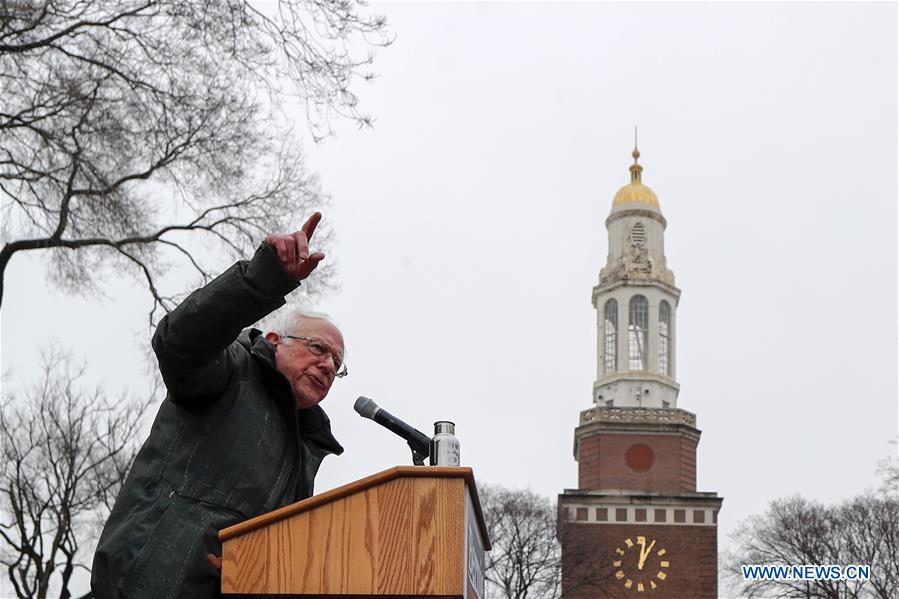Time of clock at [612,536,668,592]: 1:01
